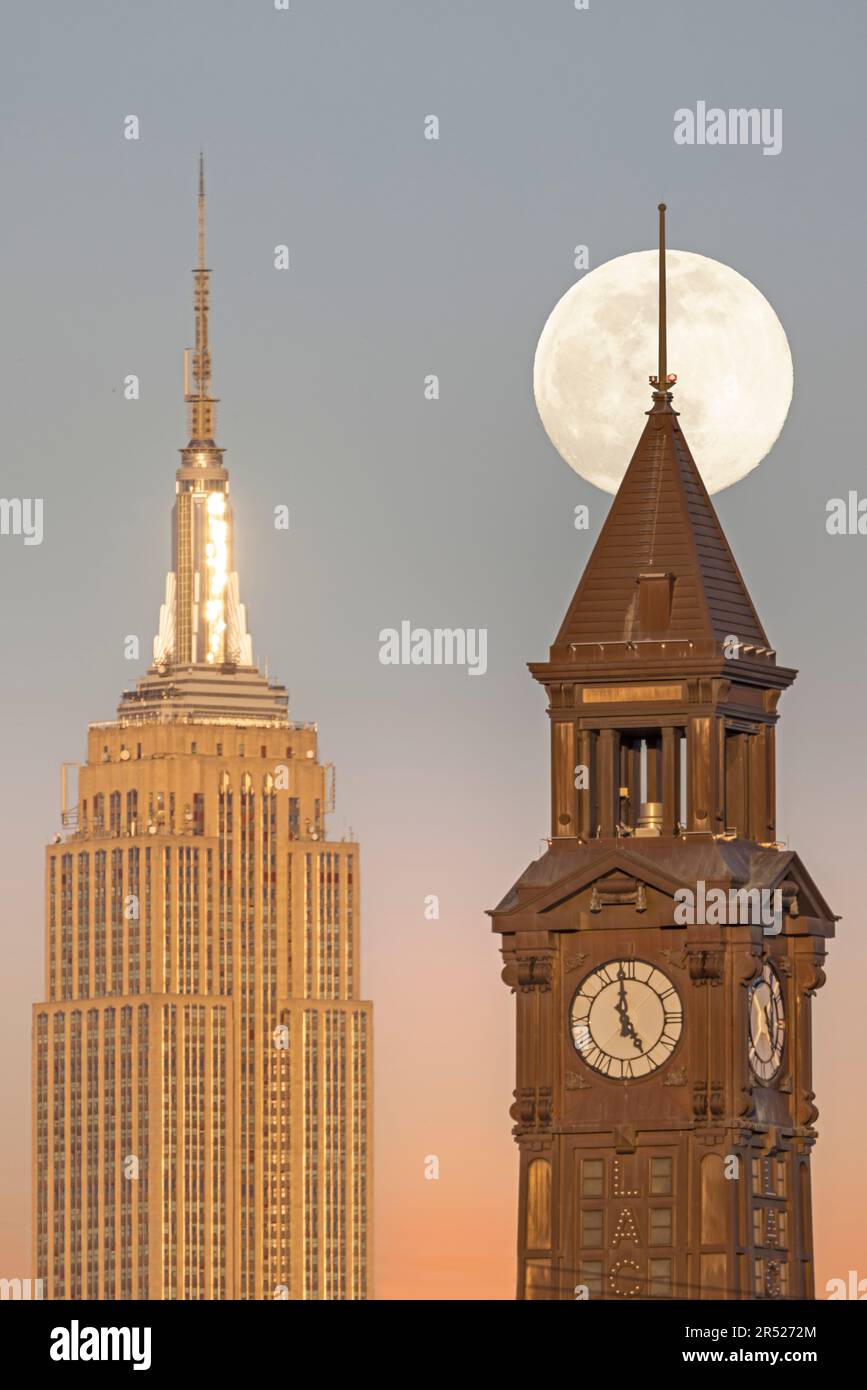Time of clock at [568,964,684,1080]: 4:59
